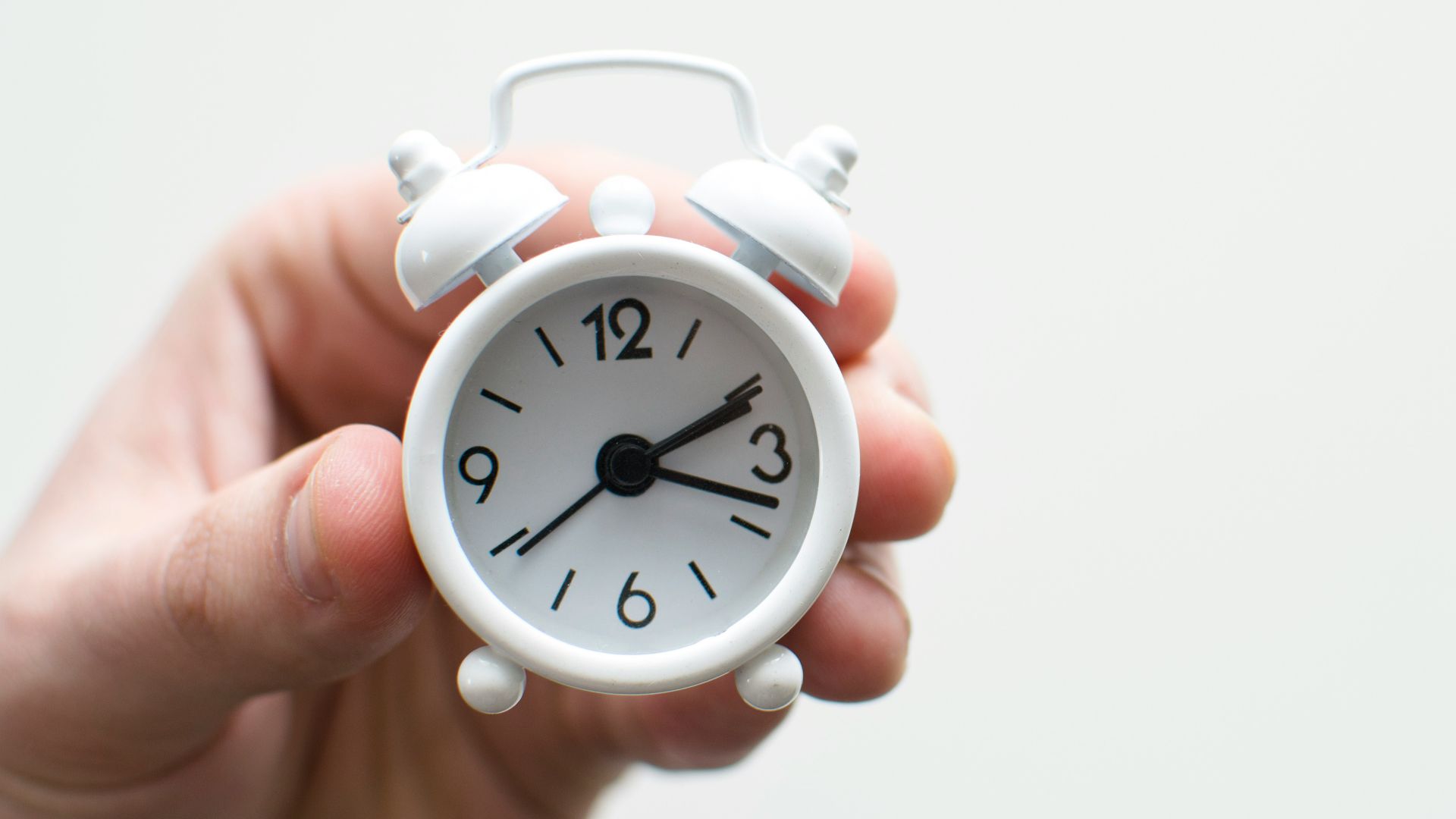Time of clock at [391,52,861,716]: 2:18
